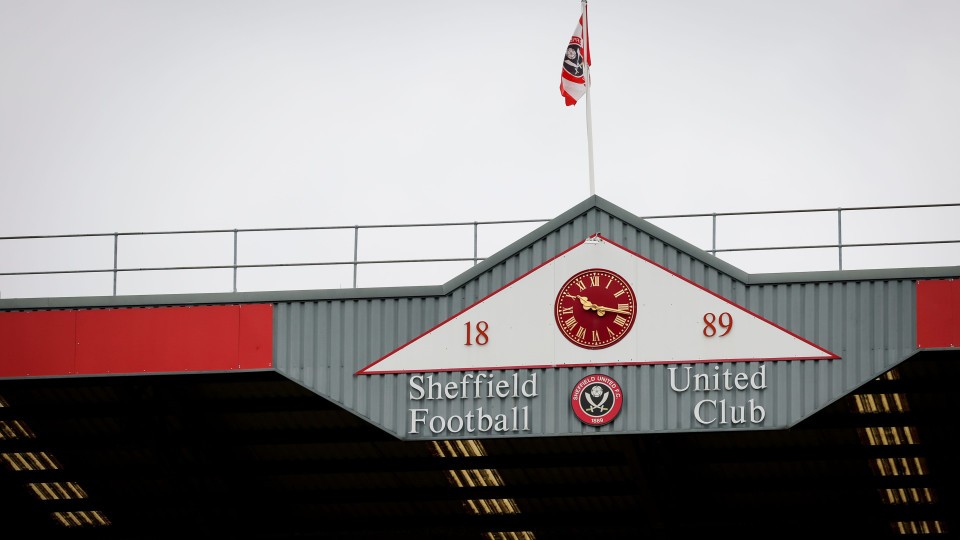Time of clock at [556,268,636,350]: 10:16
